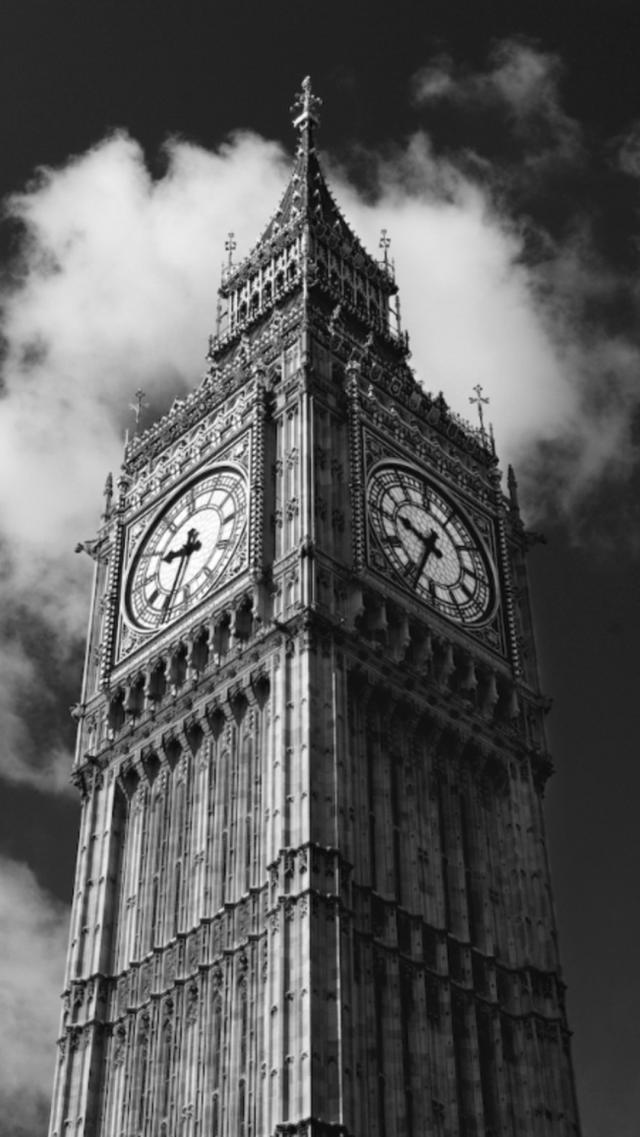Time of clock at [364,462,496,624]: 9:34
